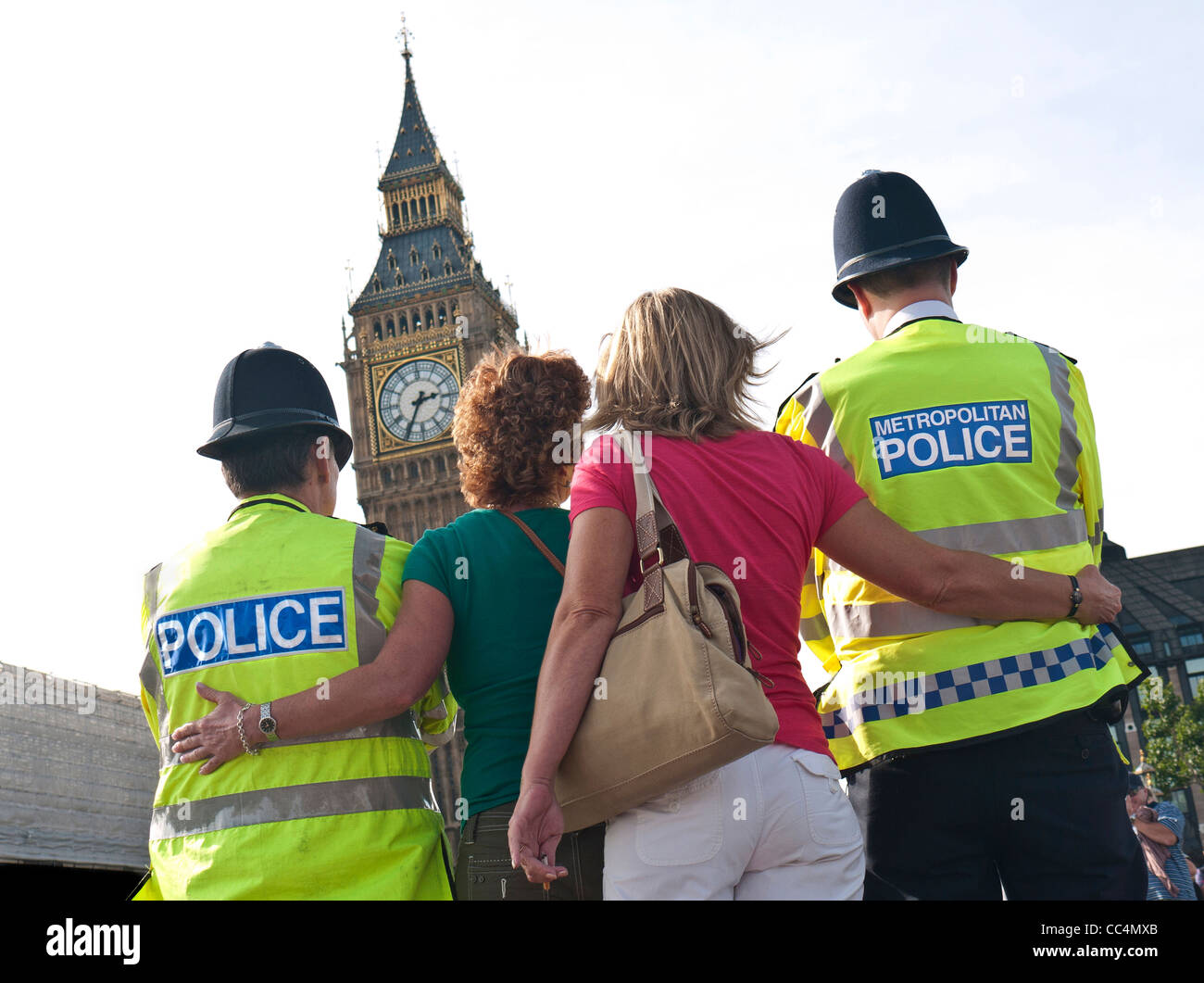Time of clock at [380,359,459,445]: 2:34
